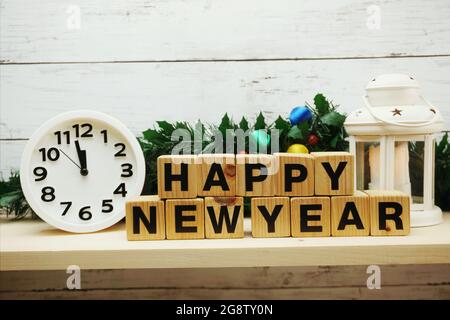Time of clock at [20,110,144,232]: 11:57
